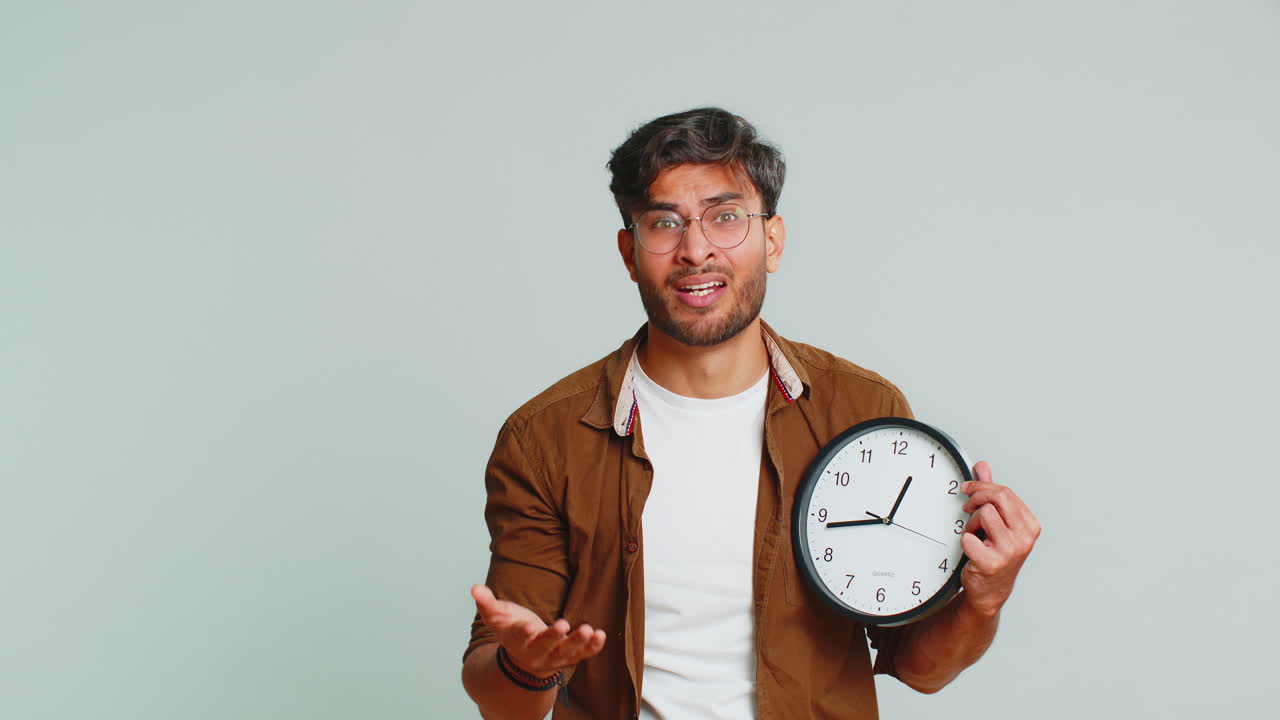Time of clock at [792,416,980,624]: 12:43
